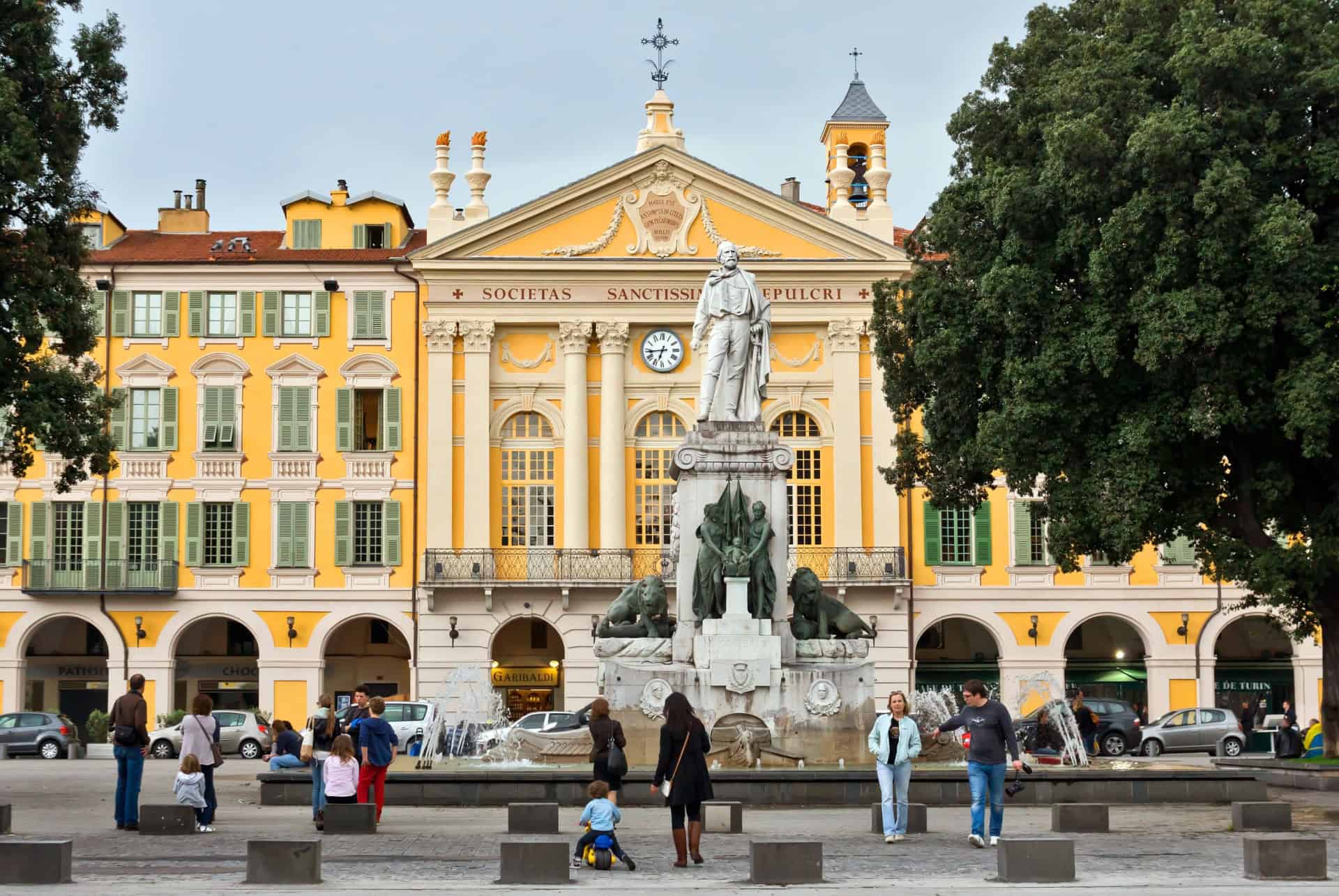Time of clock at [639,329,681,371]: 6:43
